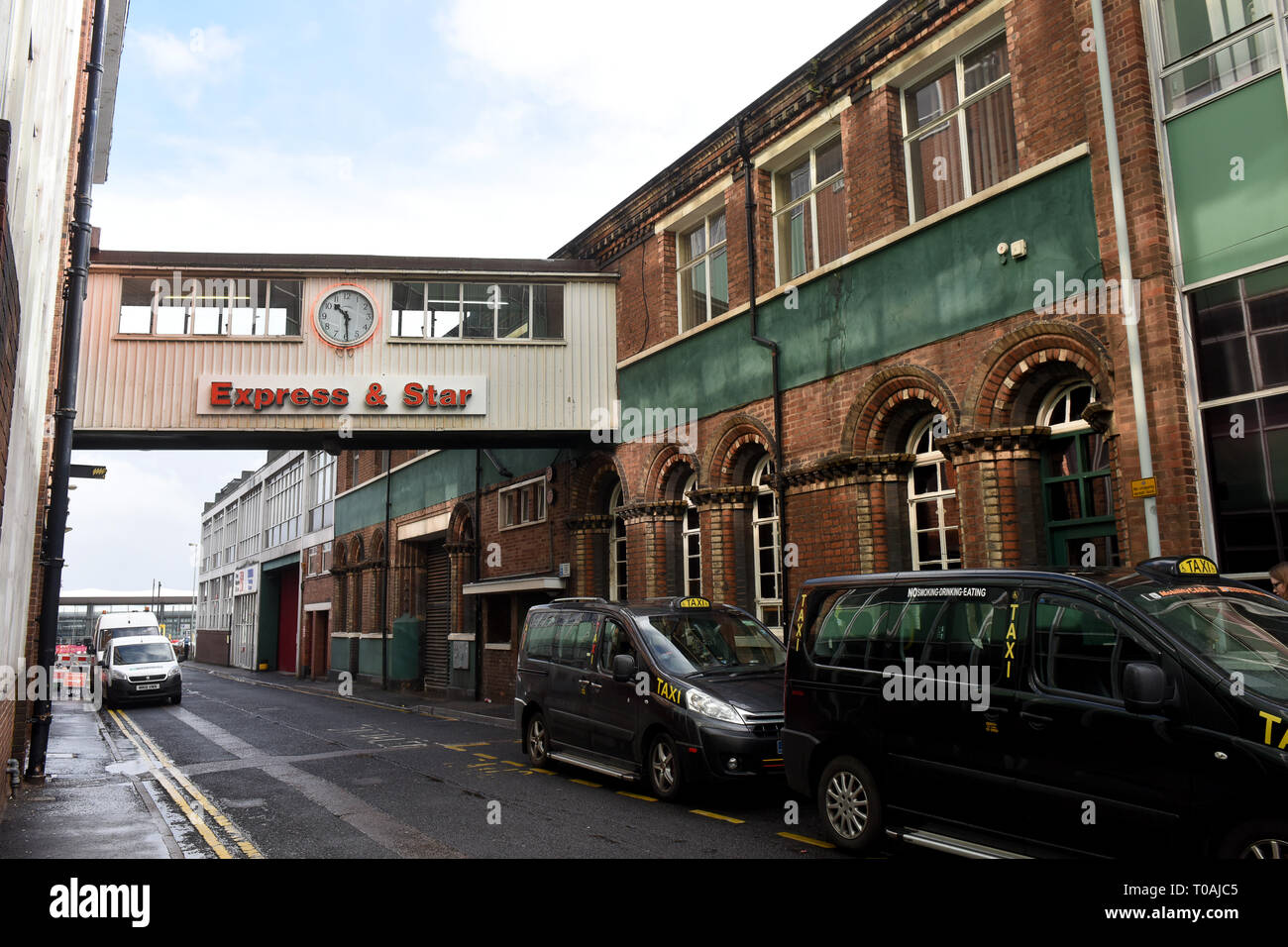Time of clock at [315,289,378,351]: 10:29
